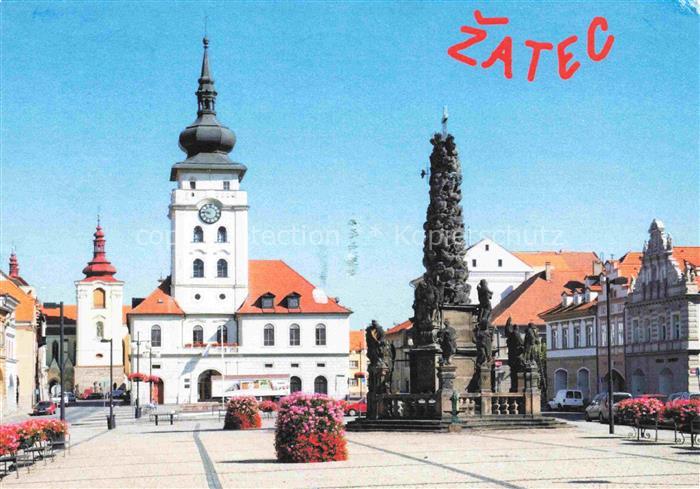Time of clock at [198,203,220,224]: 8:46
